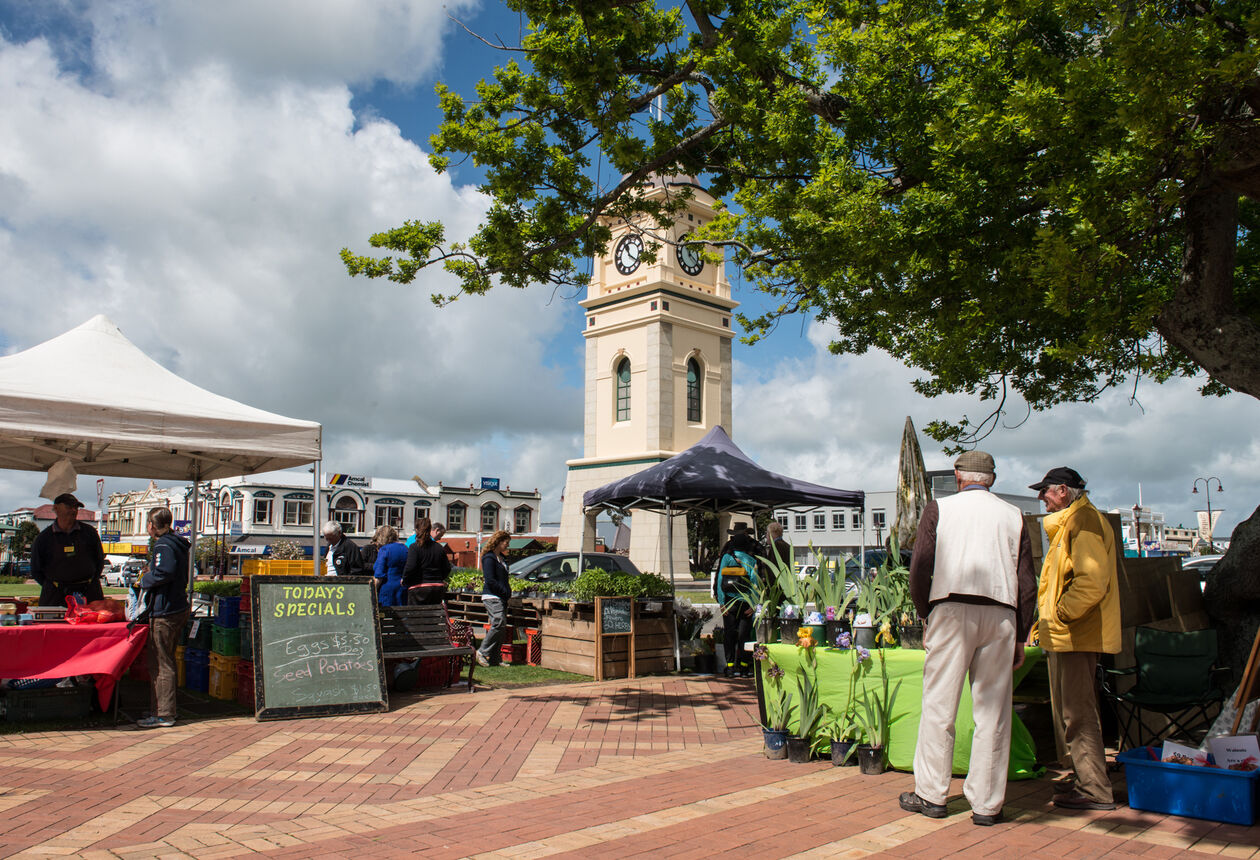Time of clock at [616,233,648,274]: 11:20
